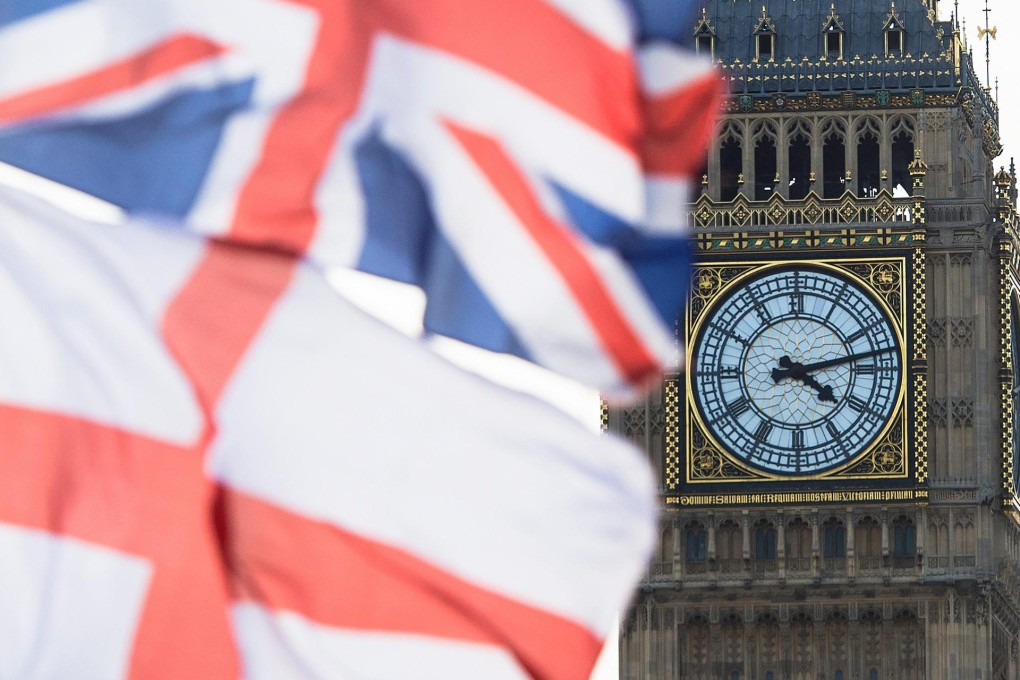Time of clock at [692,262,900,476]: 4:12
